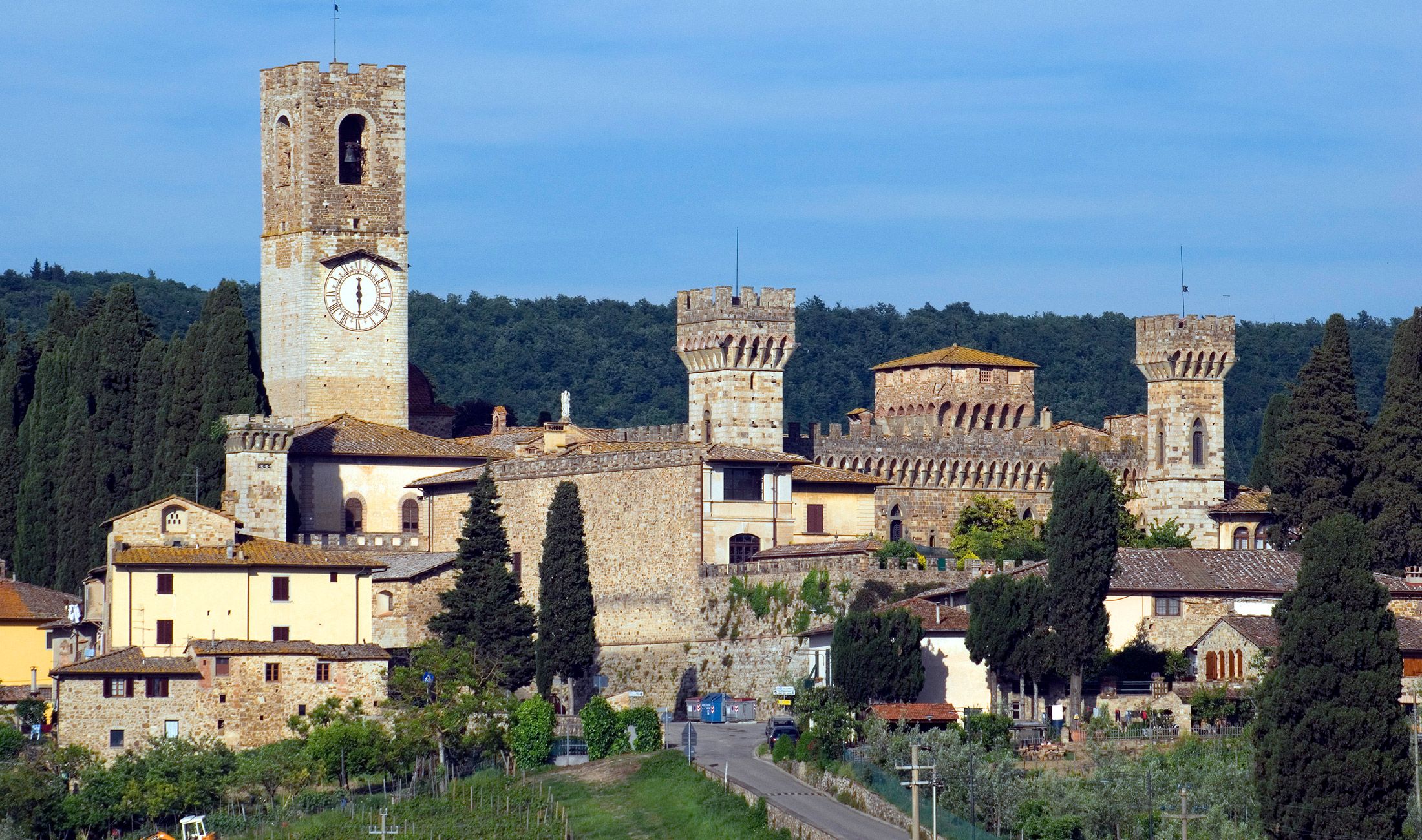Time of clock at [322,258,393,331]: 6:00
